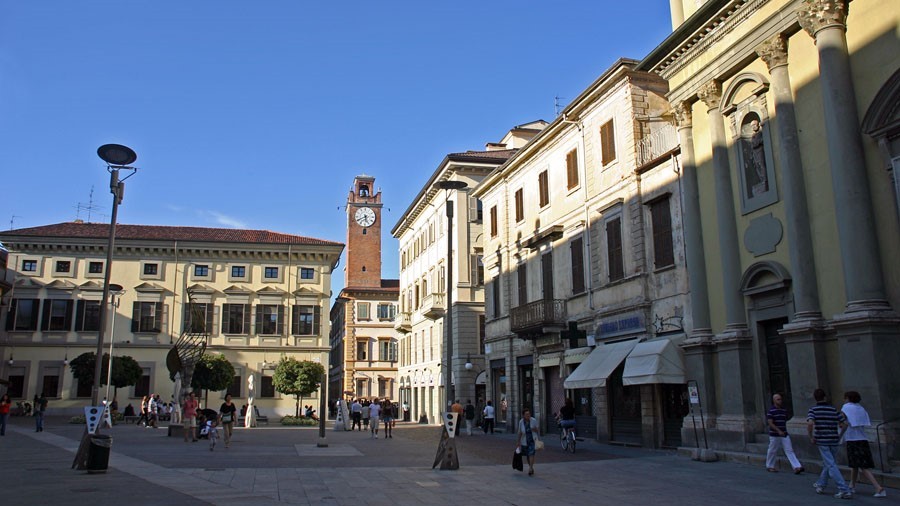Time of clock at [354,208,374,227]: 5:40
